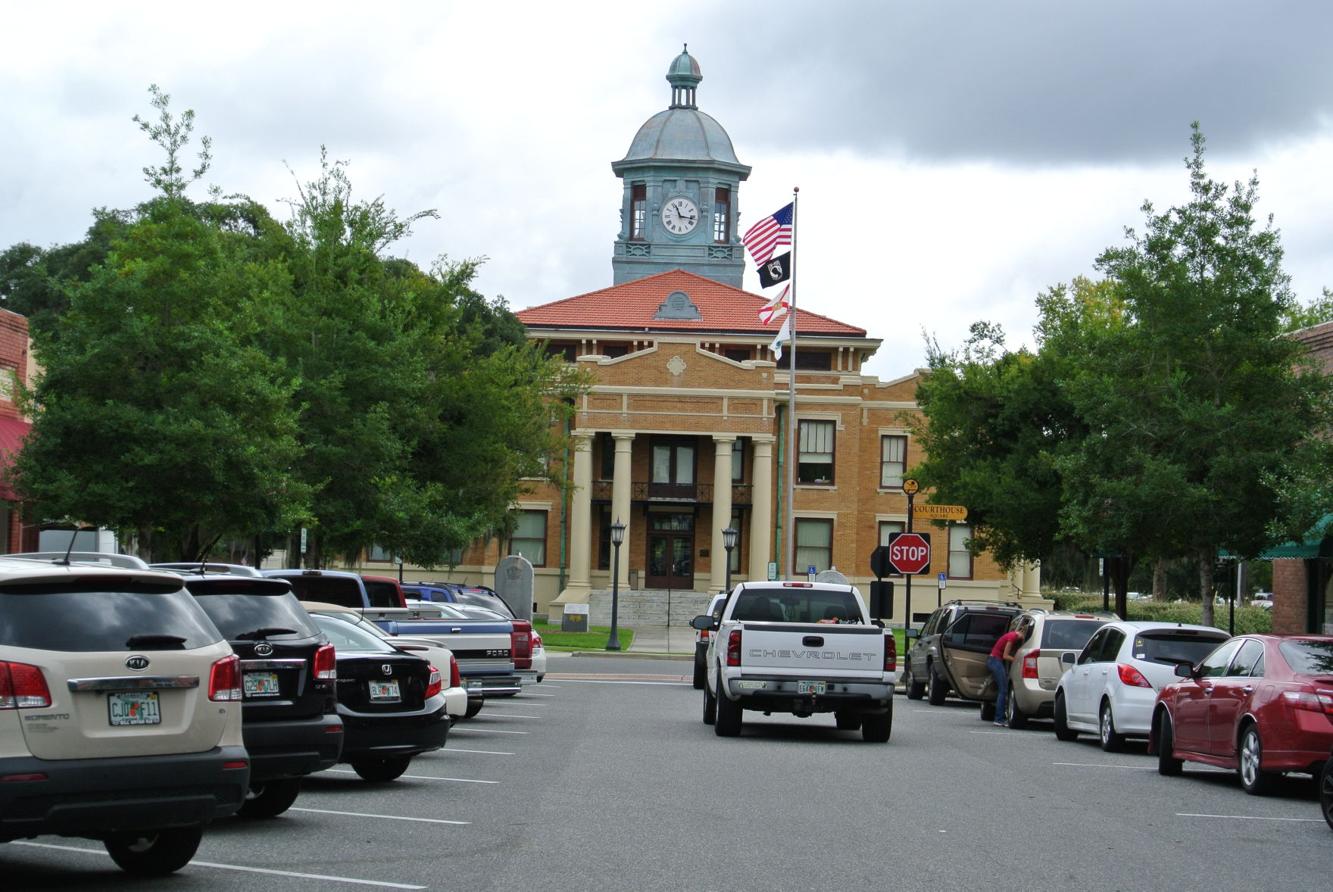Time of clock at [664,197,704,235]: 11:16
